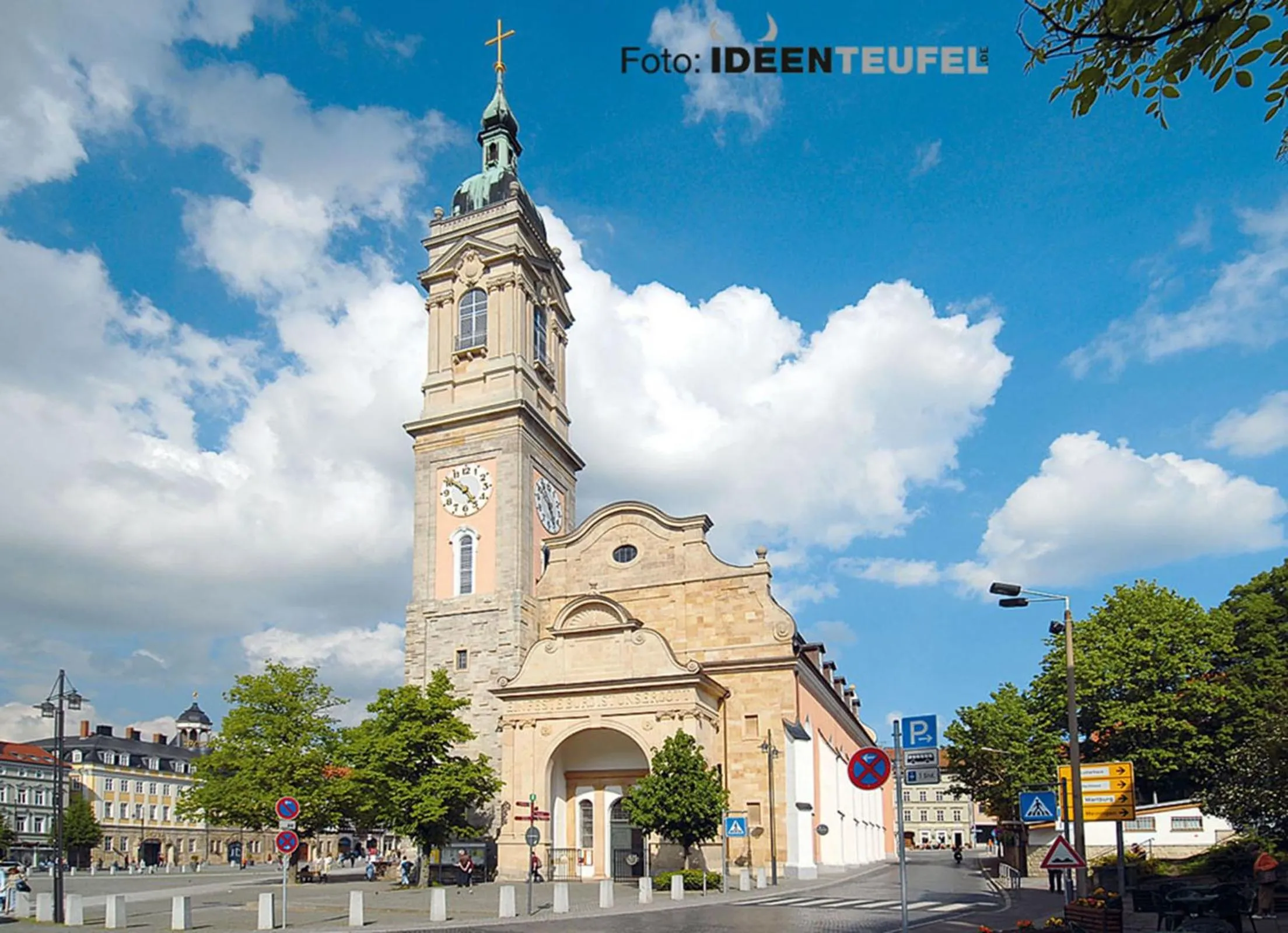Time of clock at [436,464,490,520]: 10:24
